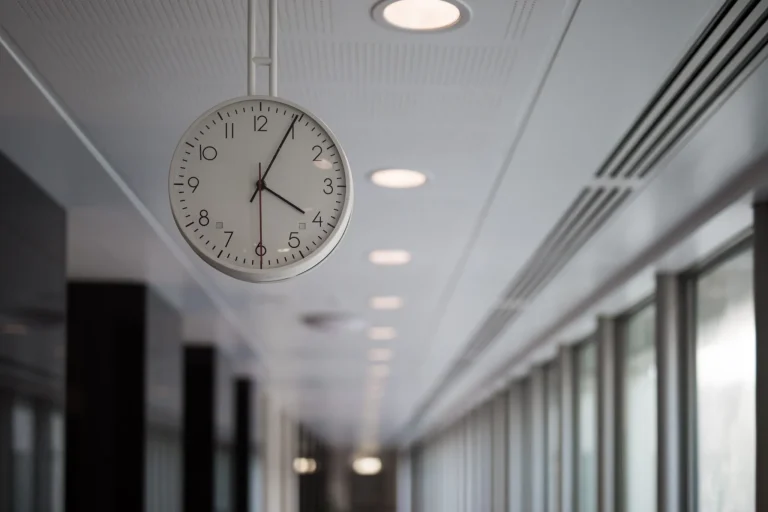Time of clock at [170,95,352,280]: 4:04
